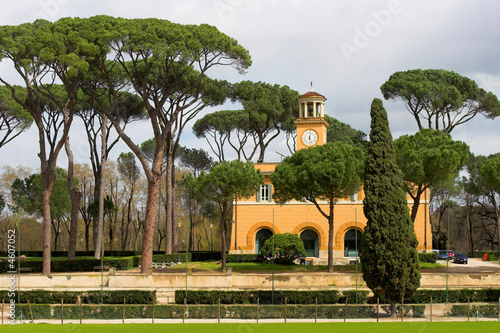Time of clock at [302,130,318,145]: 12:26
